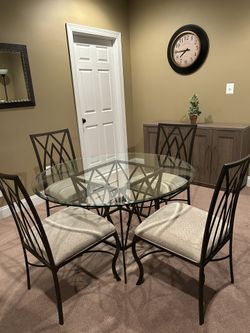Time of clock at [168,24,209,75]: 7:45
